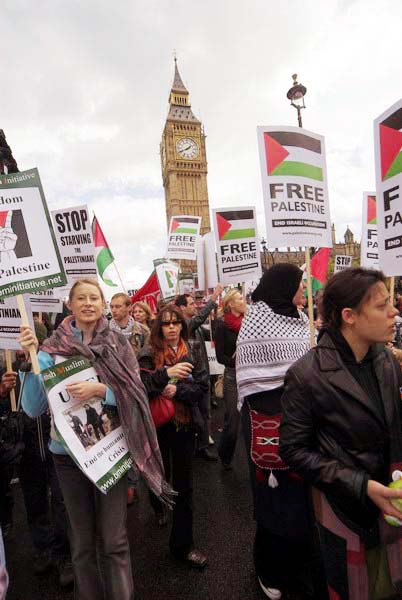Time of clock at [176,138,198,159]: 1:41
